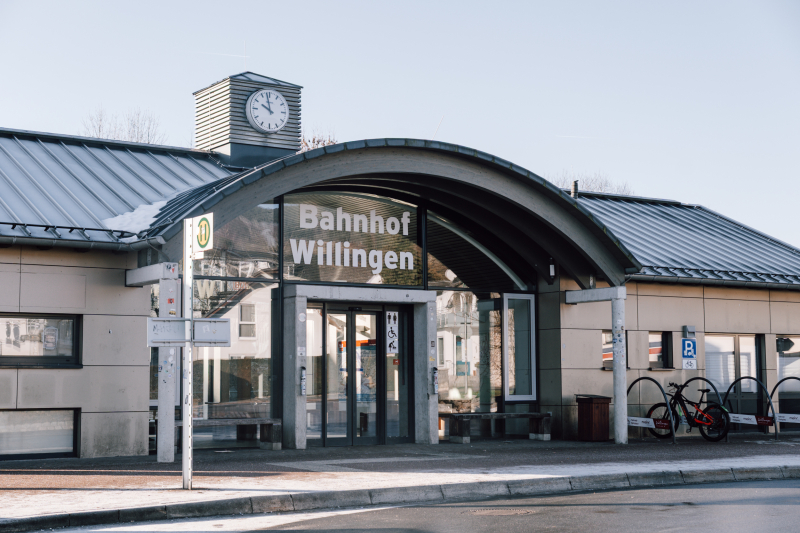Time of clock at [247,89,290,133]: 9:58
